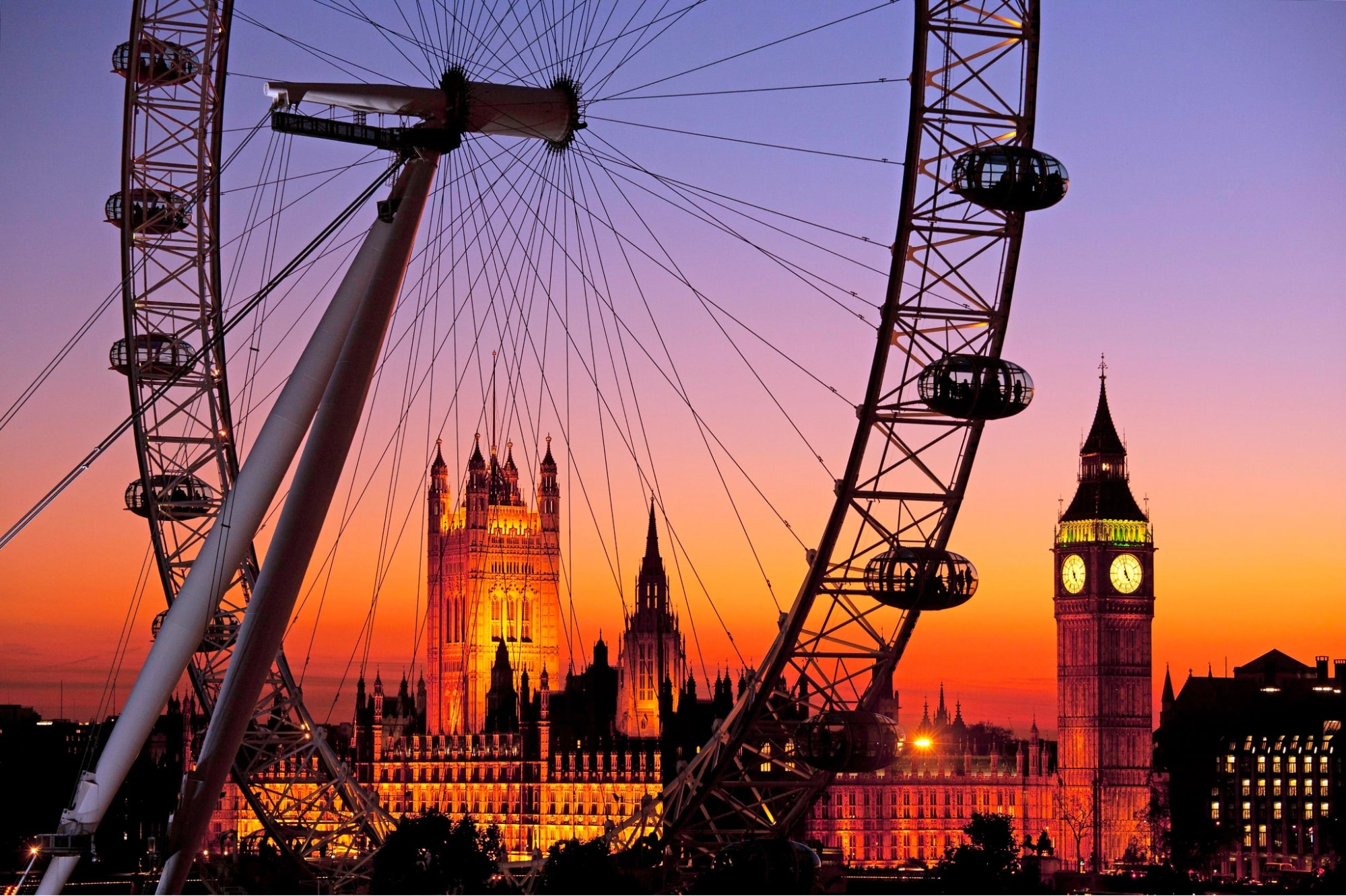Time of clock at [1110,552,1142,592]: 4:57
